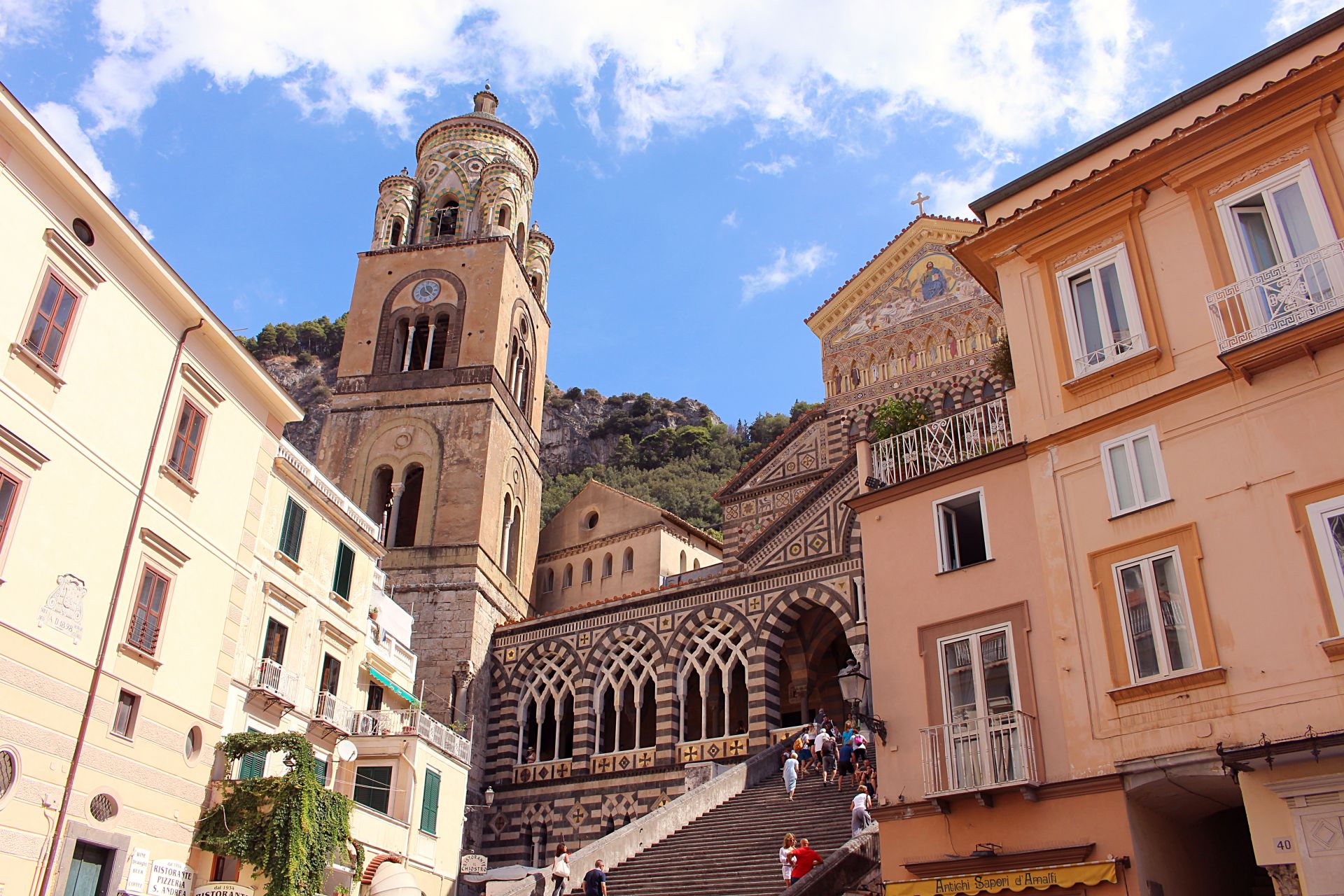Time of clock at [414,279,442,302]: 11:21
